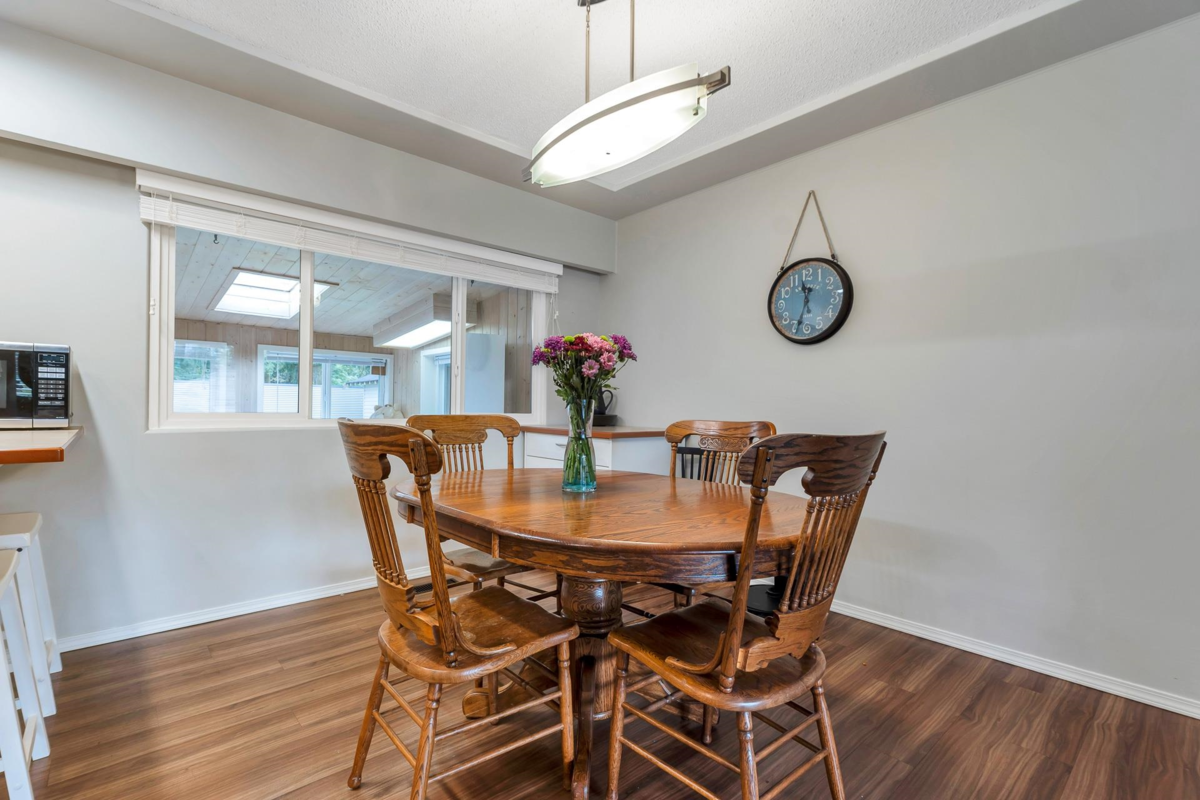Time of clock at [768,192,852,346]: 11:33
